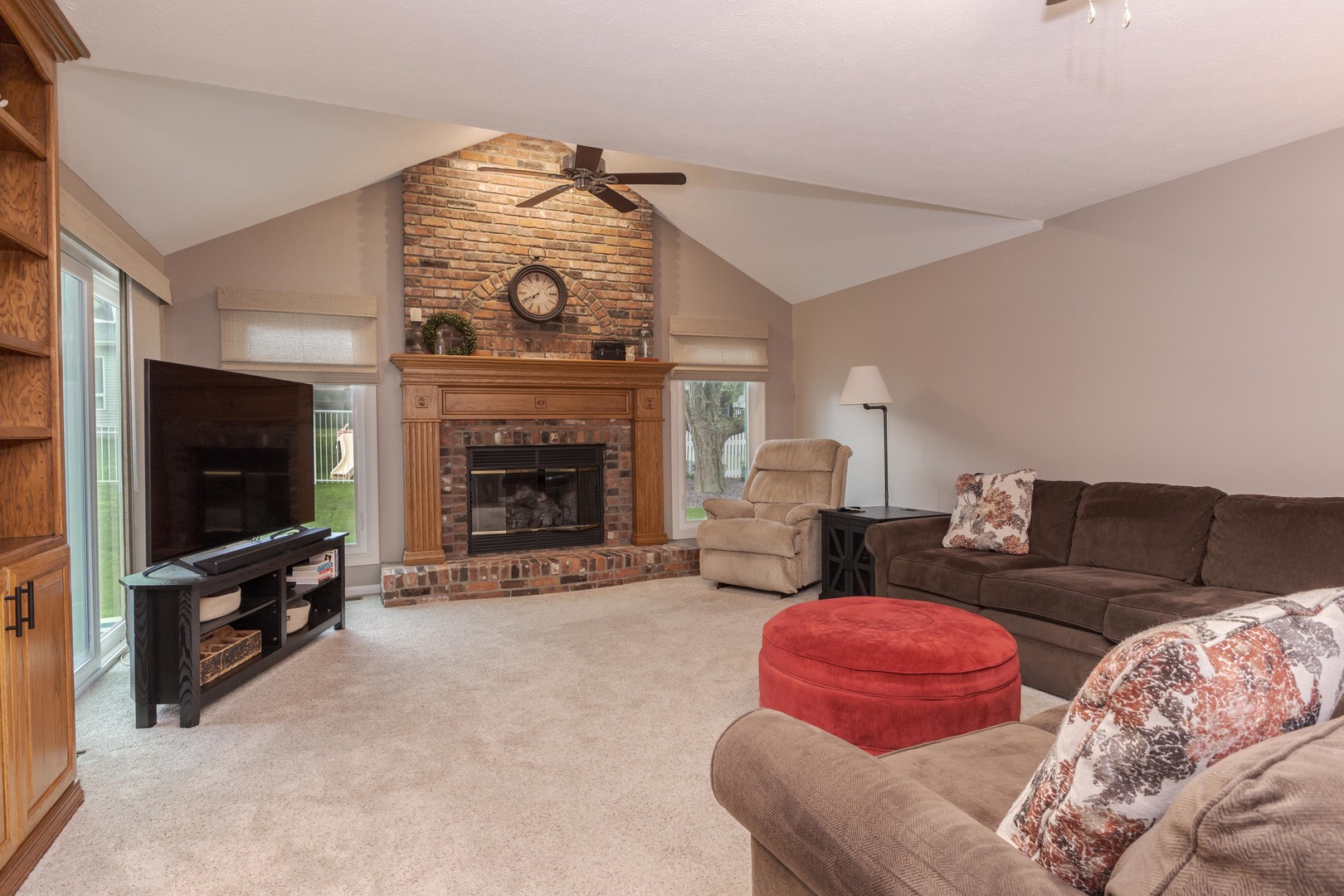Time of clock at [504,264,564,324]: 7:40
